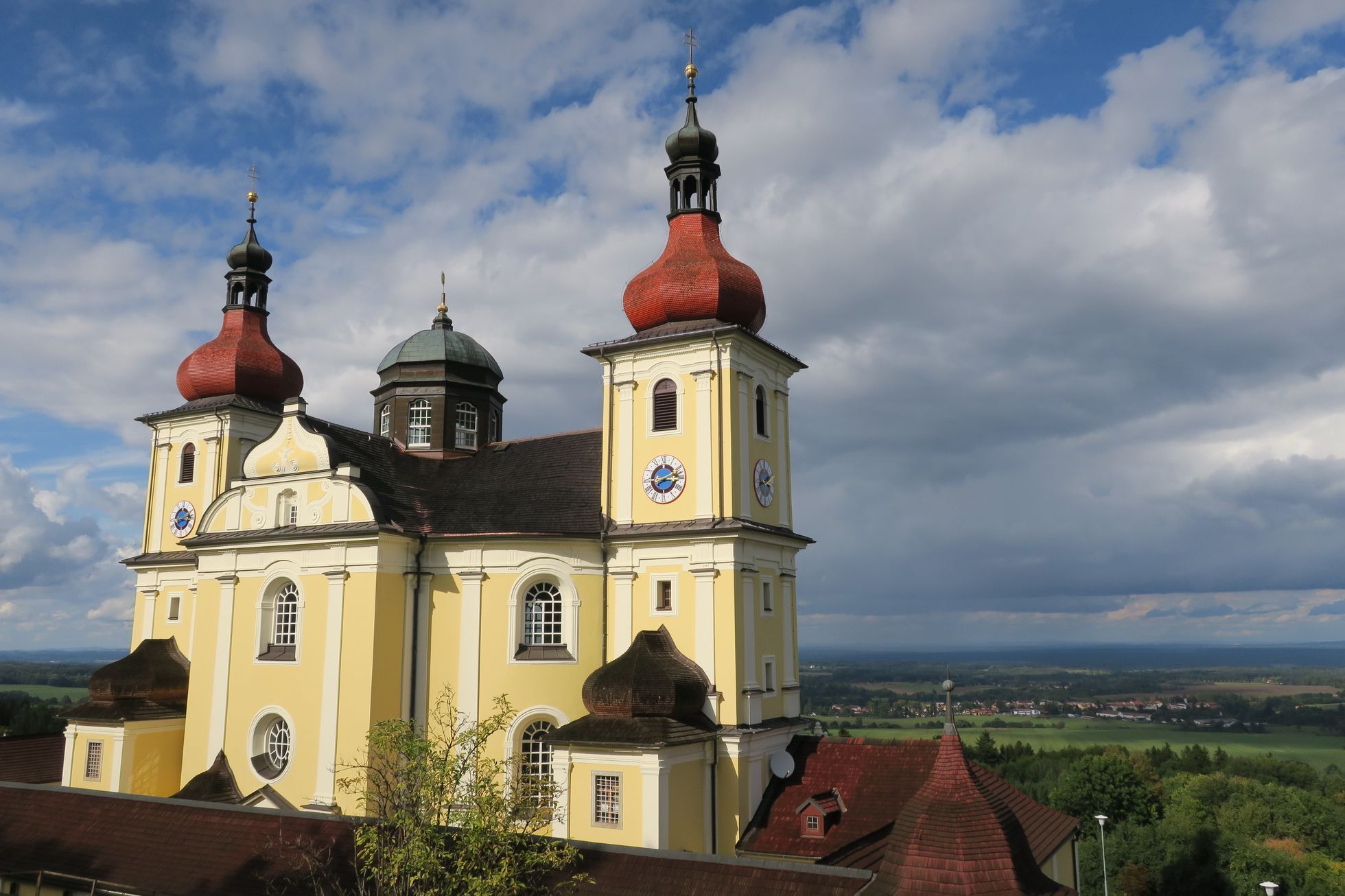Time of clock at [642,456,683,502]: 3:11
